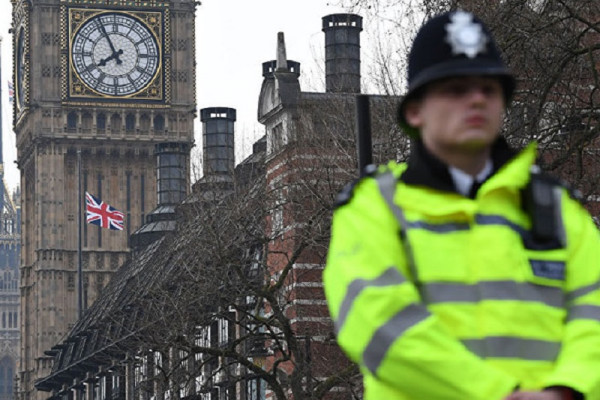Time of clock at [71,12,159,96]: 7:55
